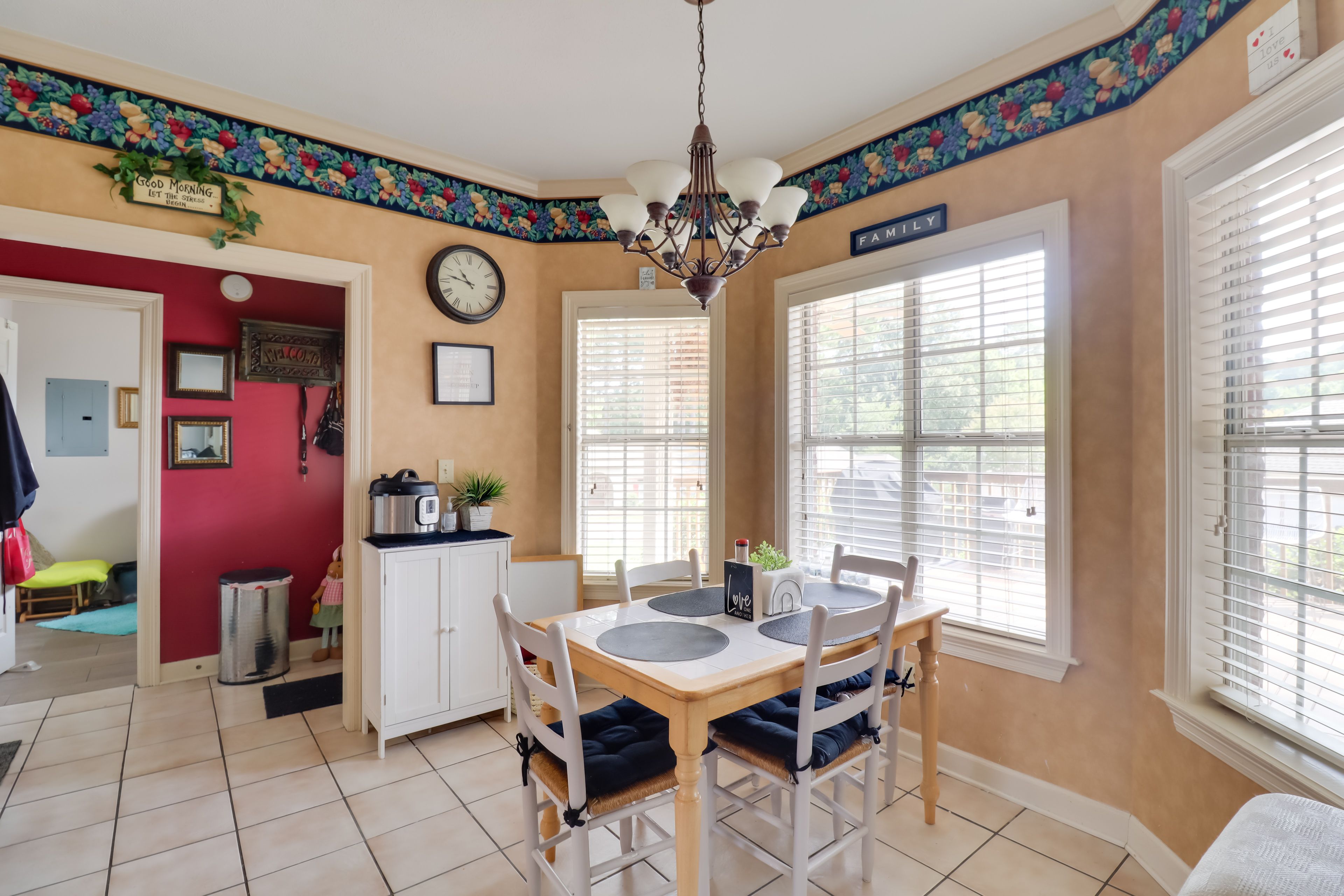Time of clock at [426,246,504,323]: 10:47
